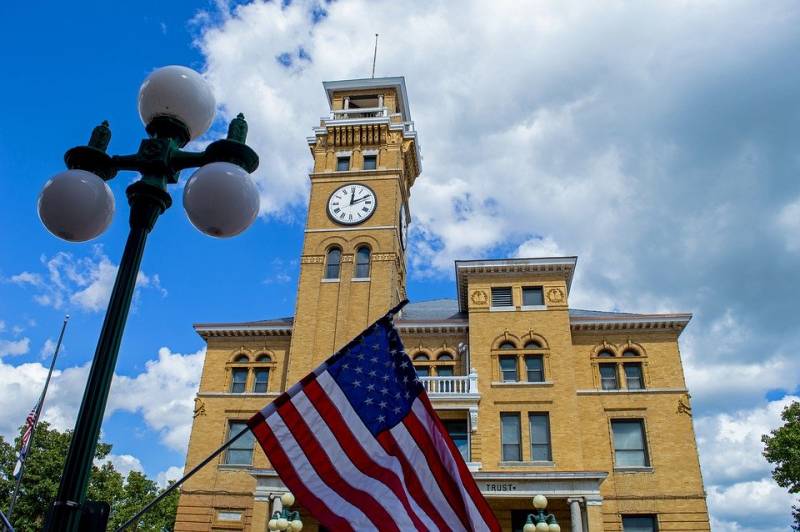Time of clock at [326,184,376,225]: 12:10
